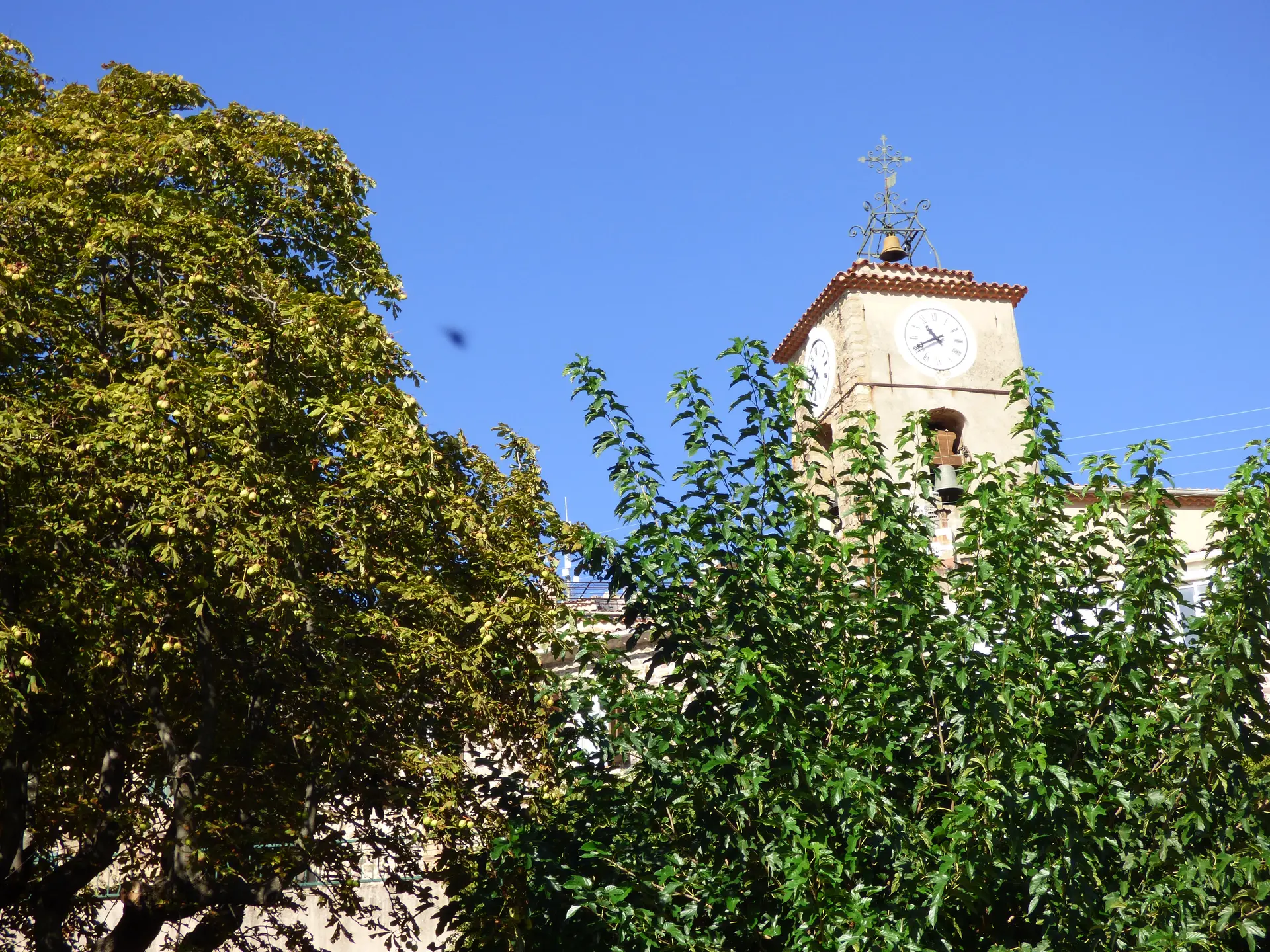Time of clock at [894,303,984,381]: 10:40
